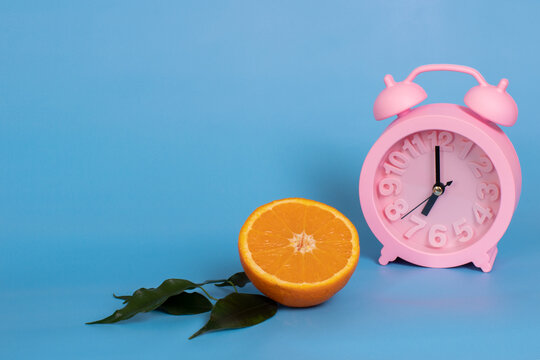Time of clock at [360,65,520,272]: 6:59
